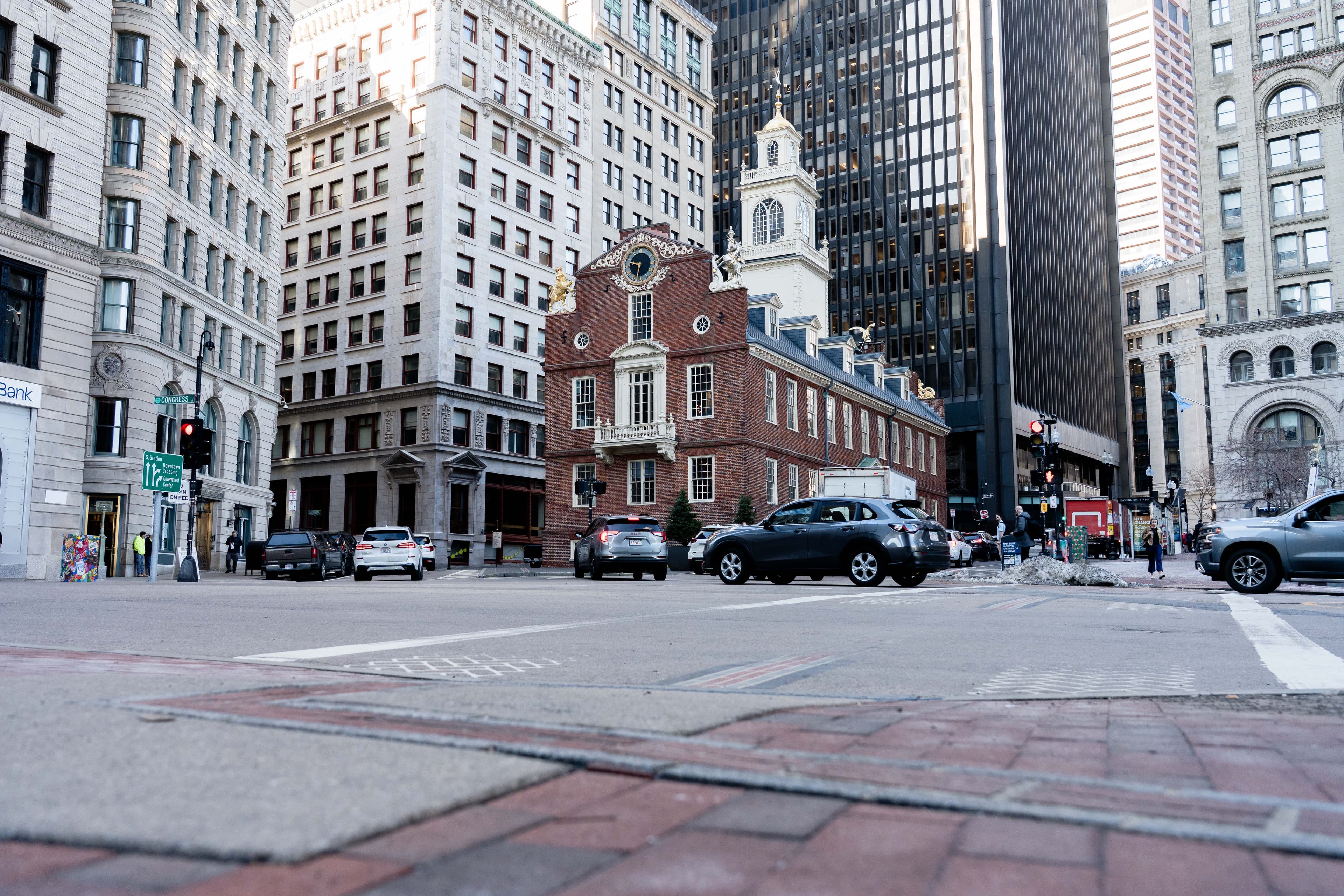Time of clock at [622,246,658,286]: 9:32
